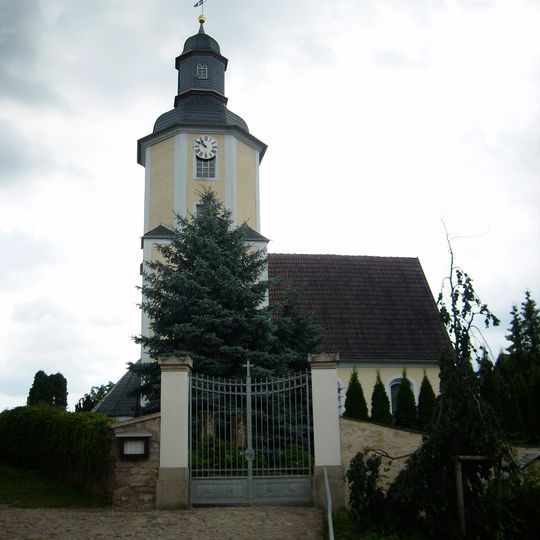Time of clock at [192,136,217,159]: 10:50
